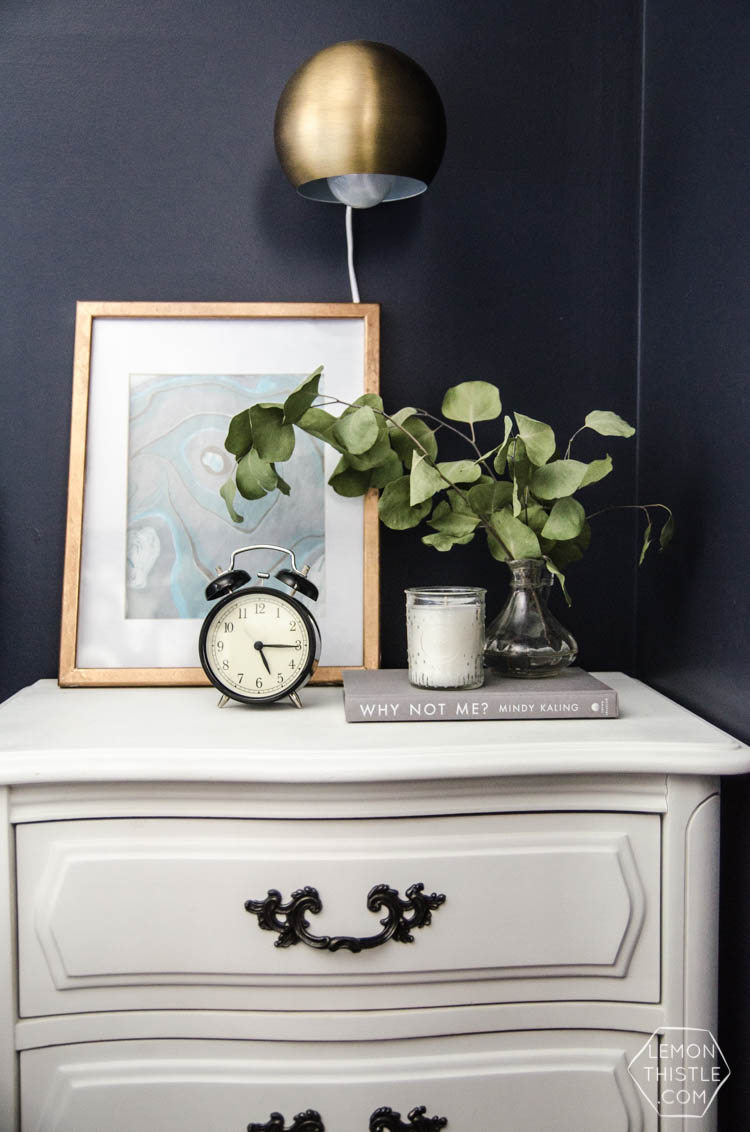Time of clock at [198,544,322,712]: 5:15
